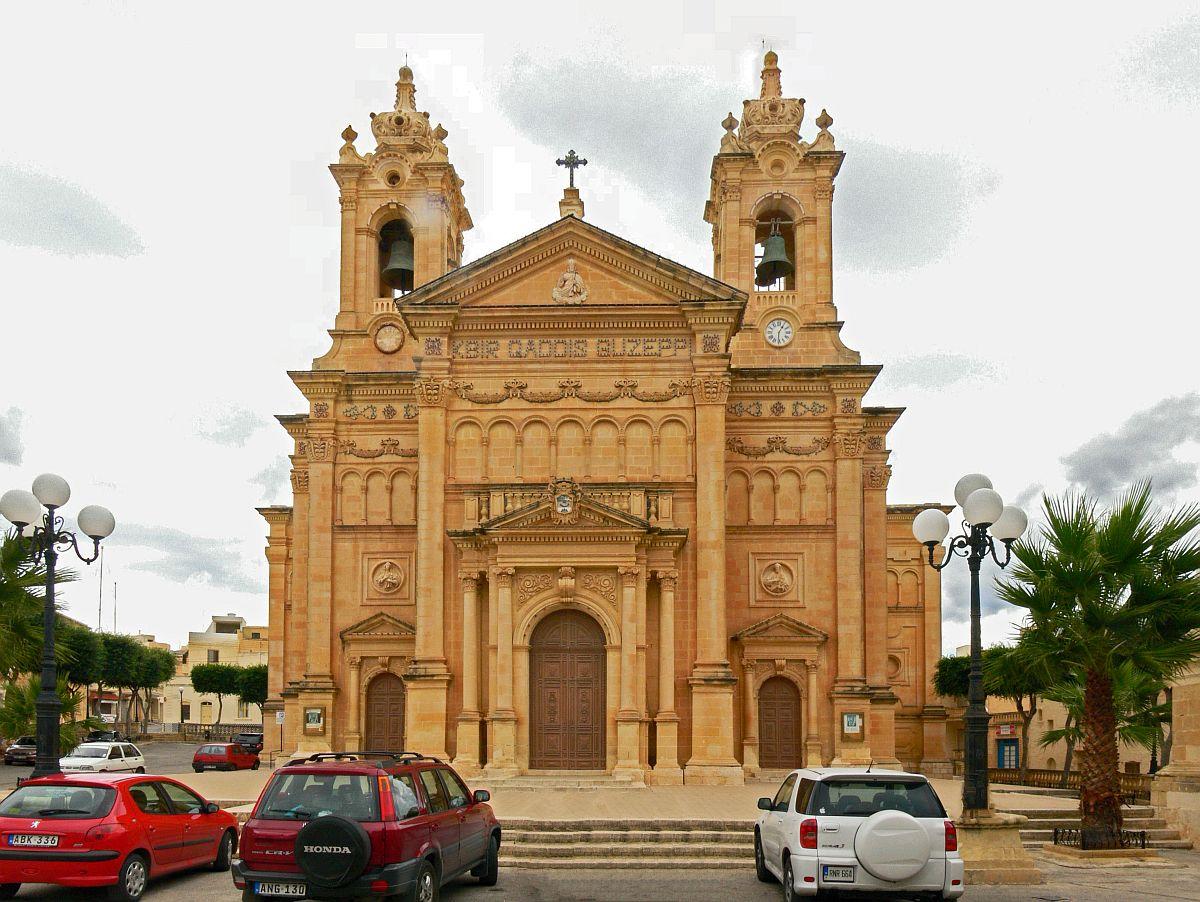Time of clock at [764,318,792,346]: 6:05
